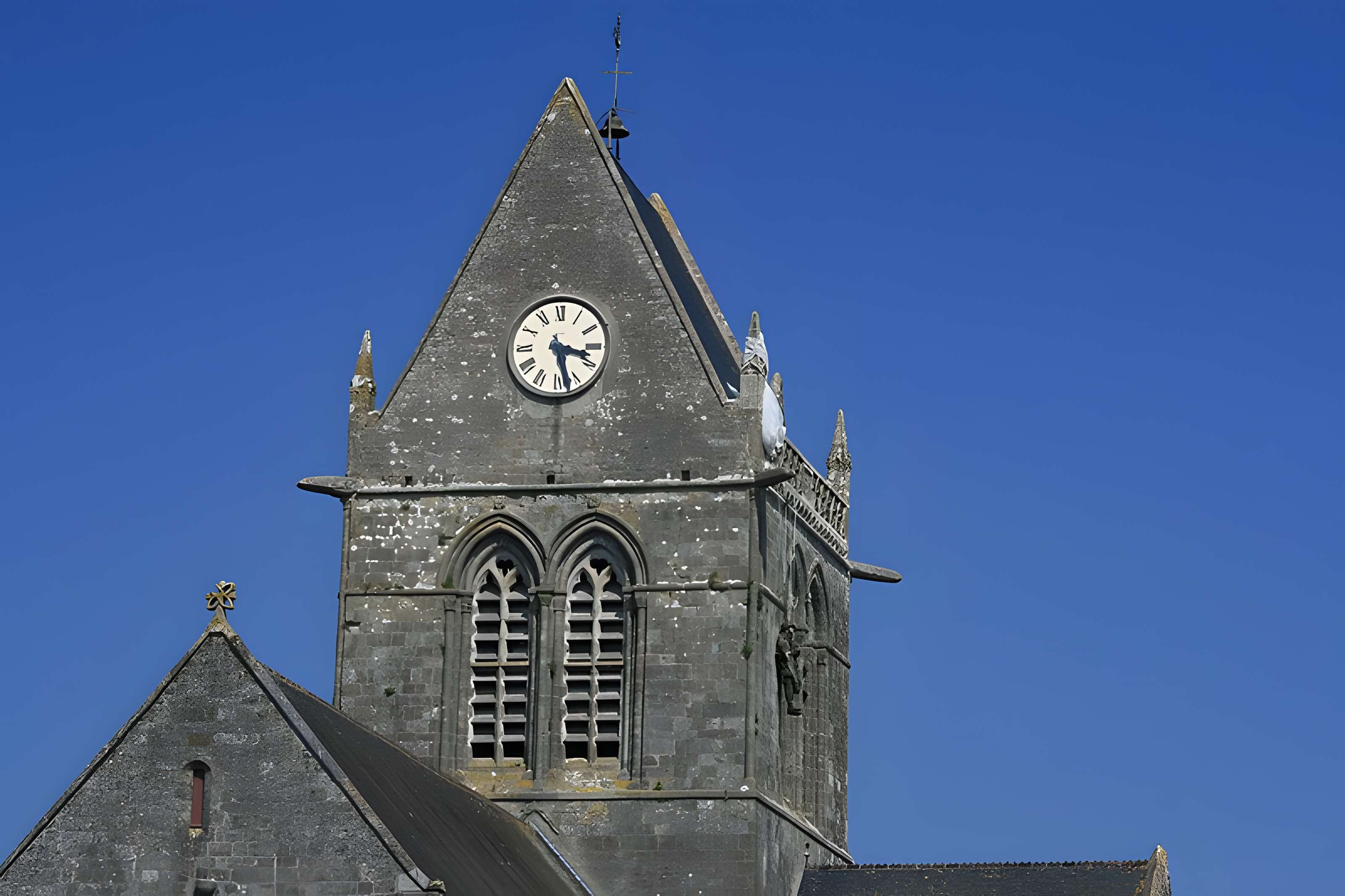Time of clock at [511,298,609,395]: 3:27
